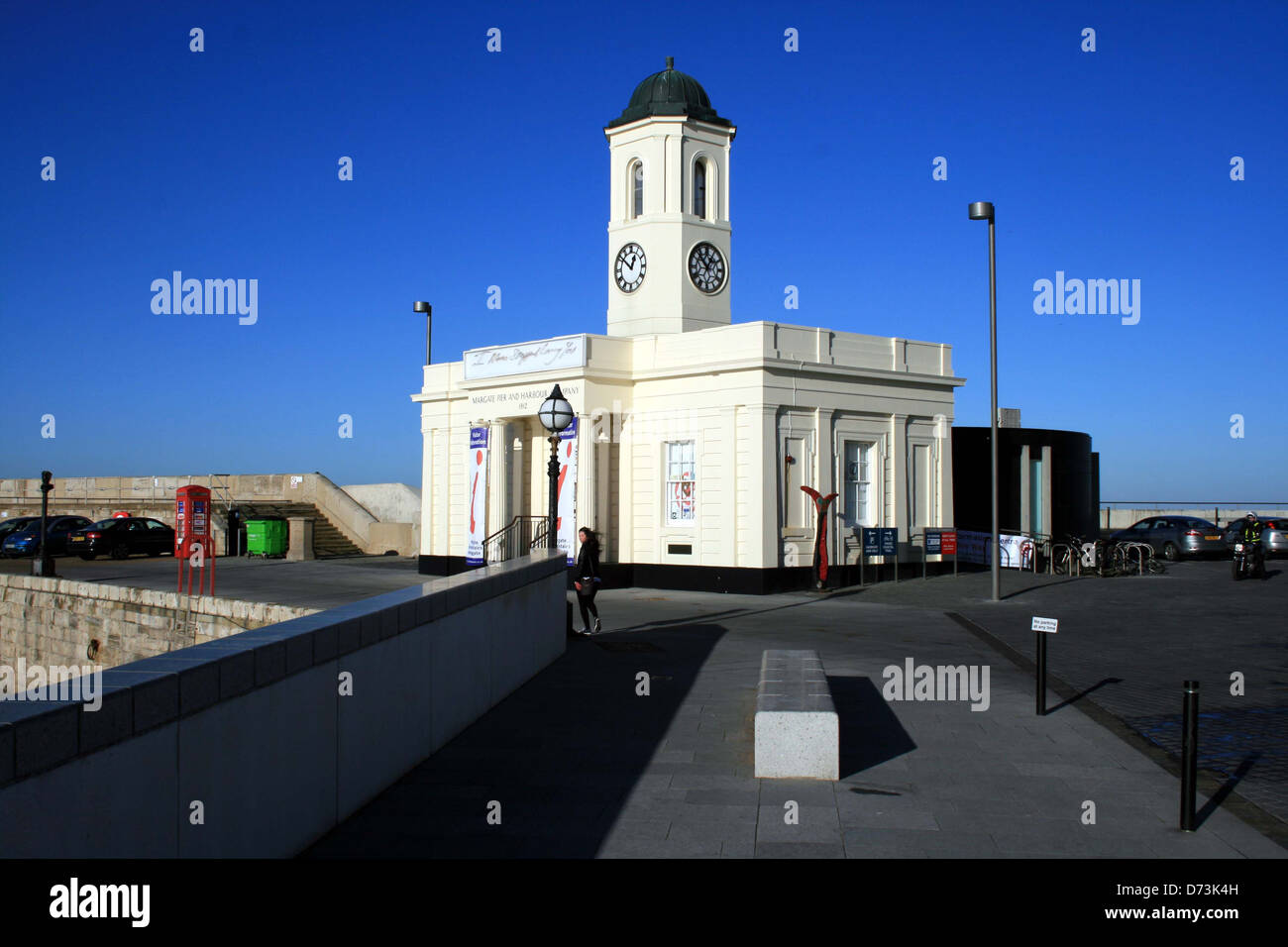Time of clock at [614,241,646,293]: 12:51
